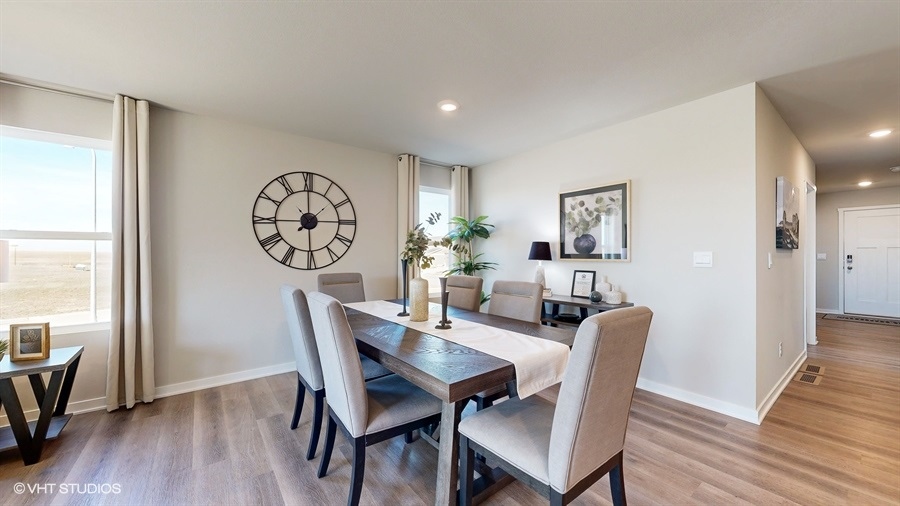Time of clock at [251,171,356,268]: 2:00
